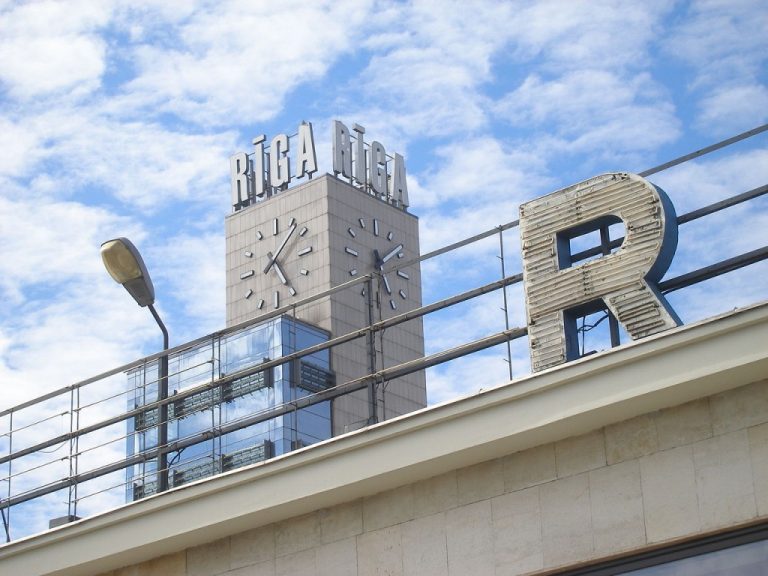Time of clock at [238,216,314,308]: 5:07
